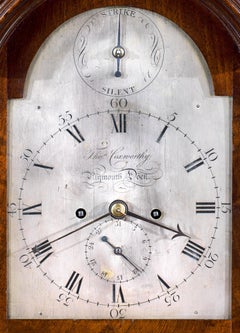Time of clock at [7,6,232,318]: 3:40
